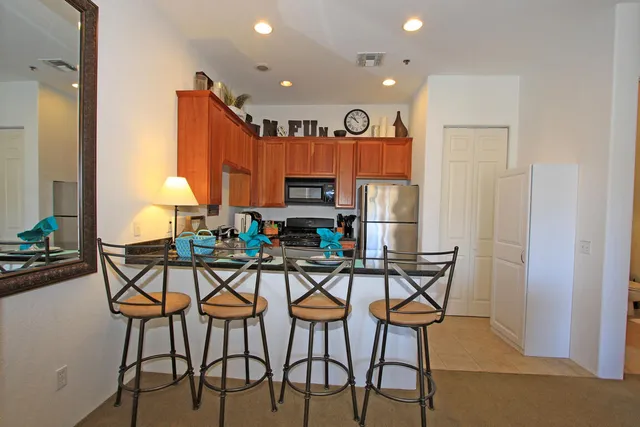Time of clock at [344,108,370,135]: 10:51
